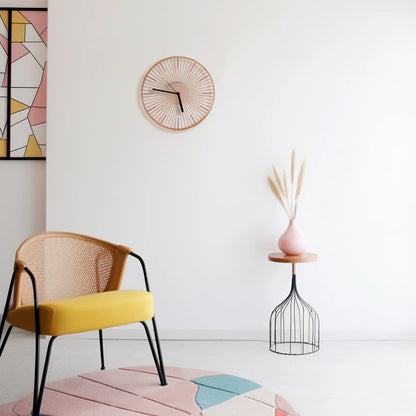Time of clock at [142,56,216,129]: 5:46
